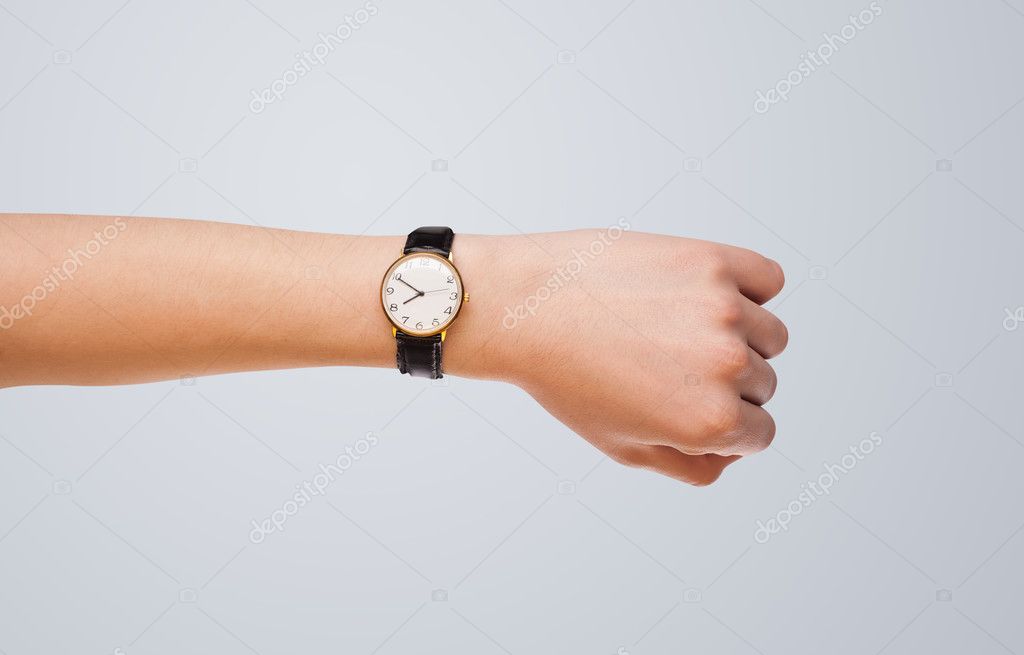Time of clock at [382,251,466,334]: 7:49
